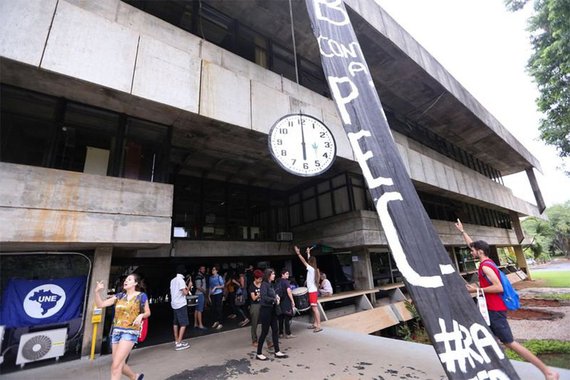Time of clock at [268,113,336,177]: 5:59
